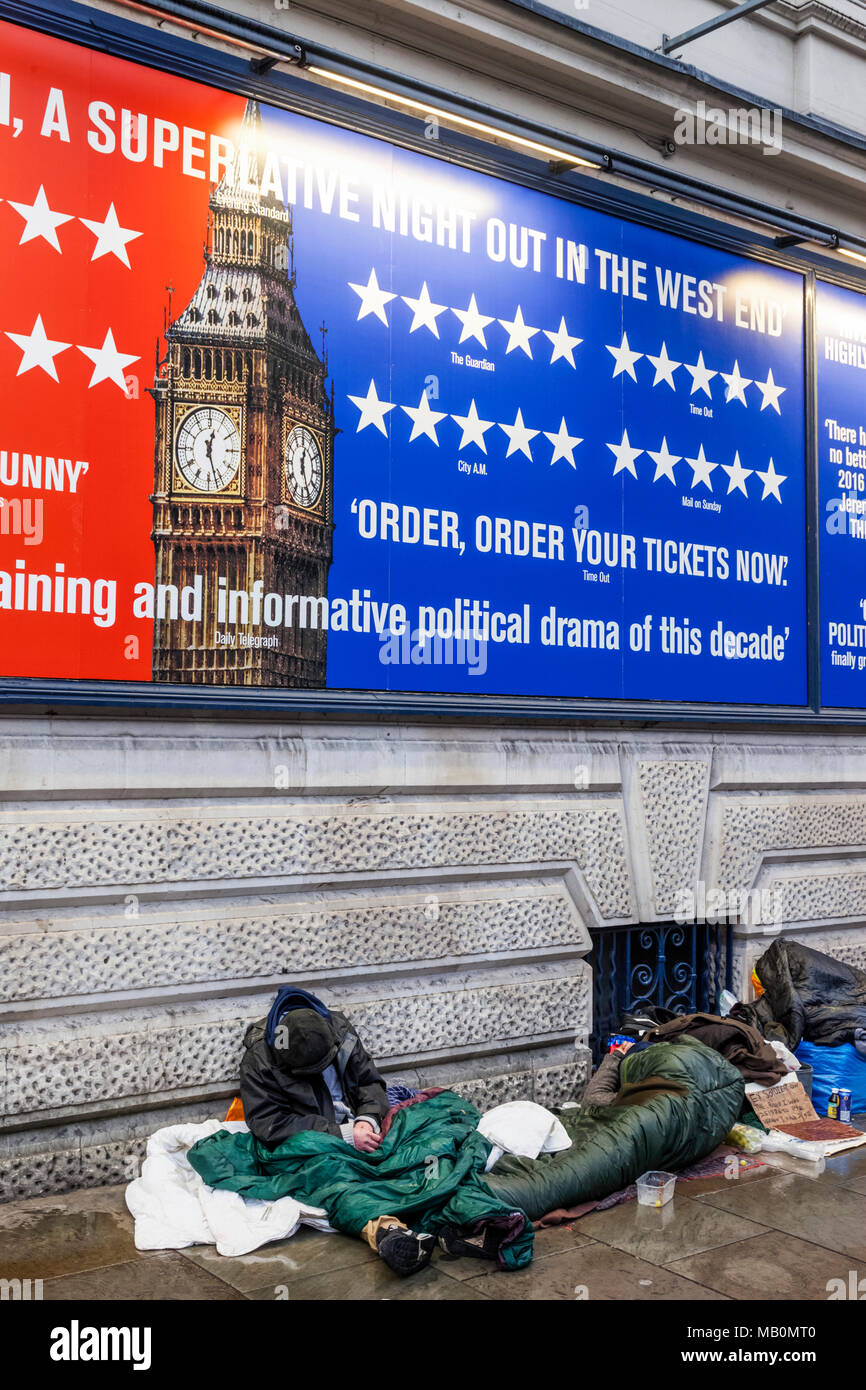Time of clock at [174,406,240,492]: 12:27
